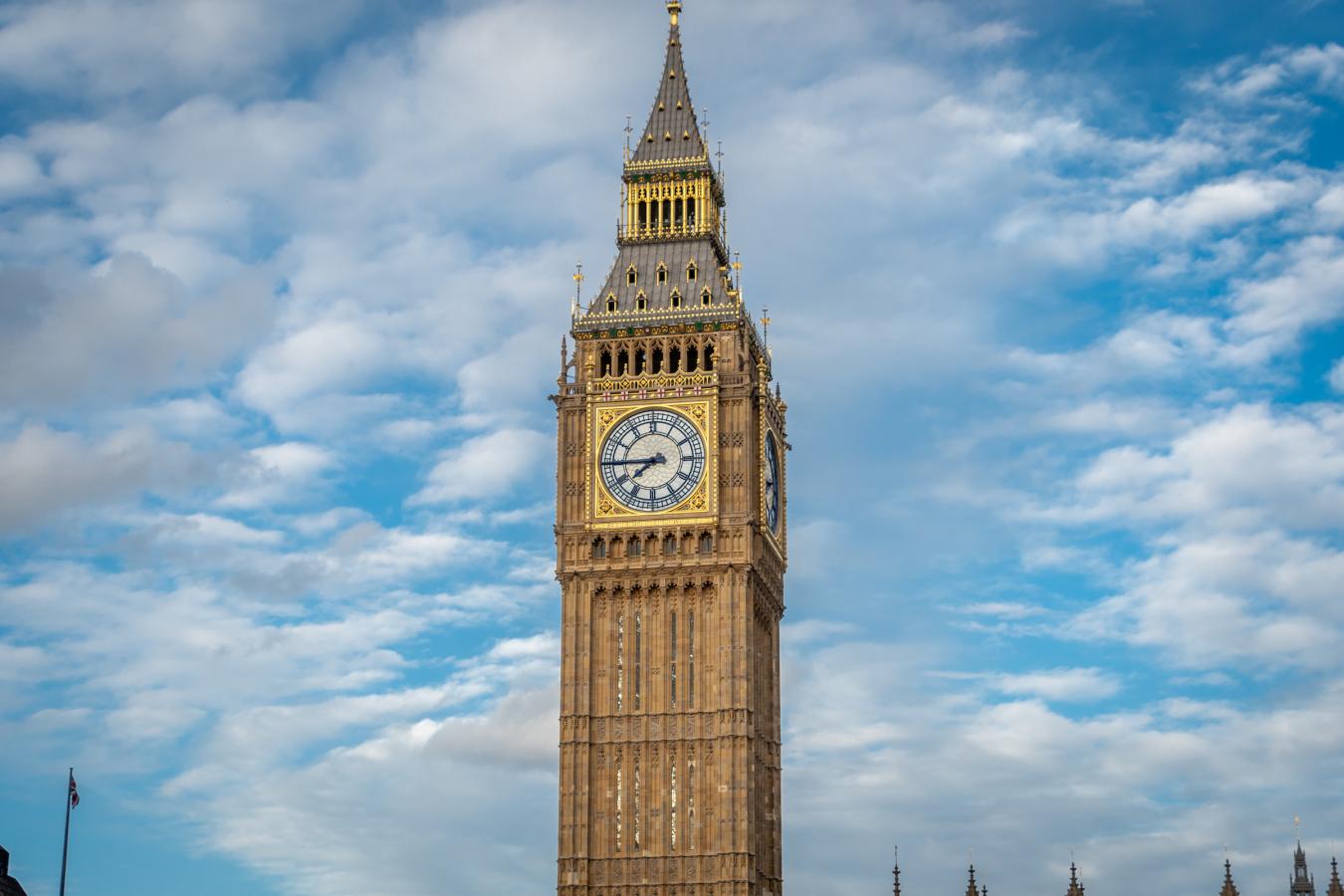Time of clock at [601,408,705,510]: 7:44
